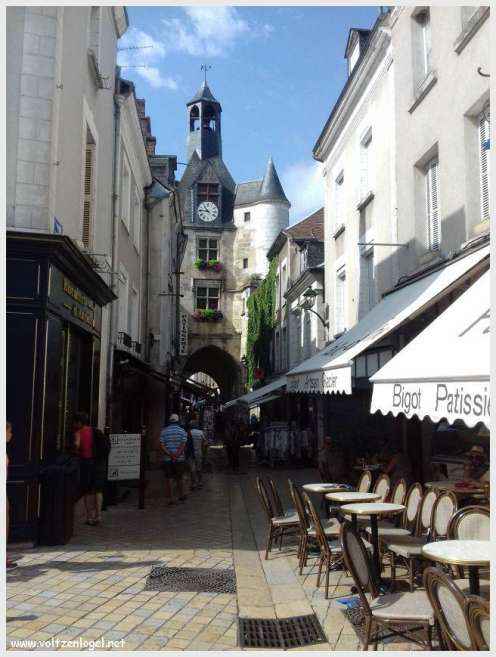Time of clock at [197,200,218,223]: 10:45
